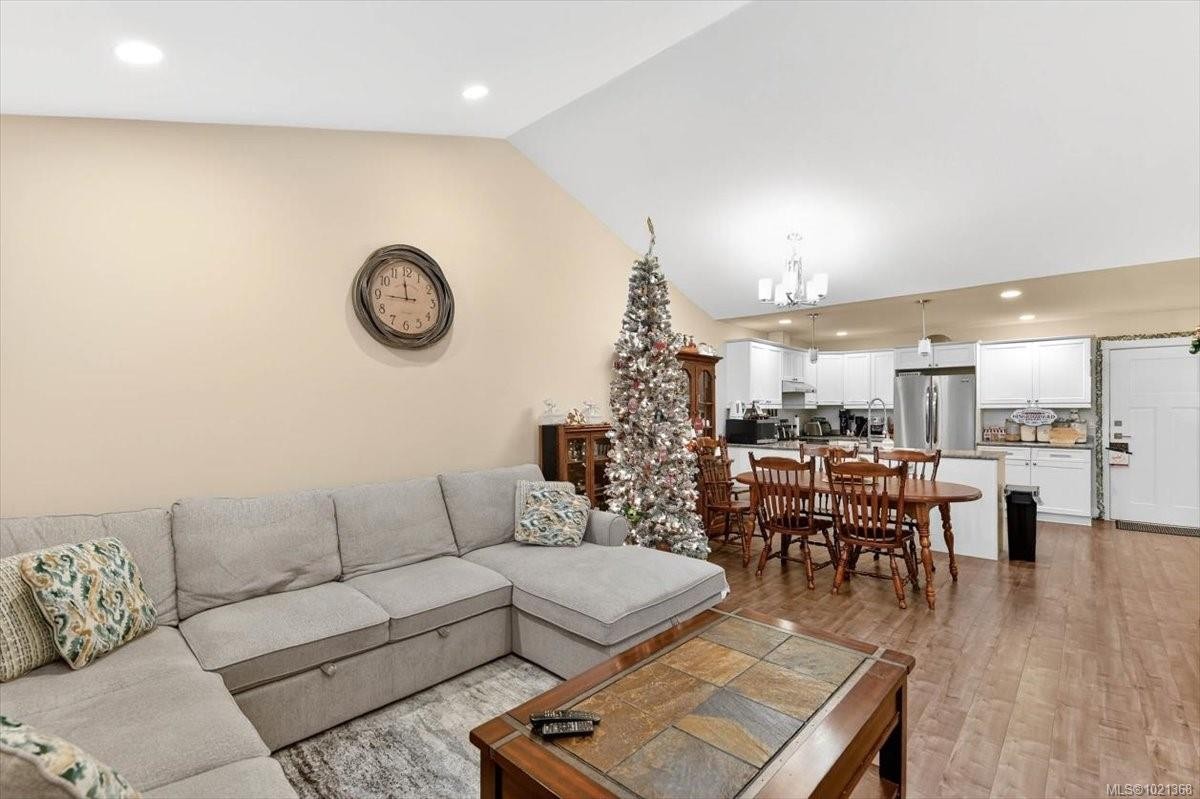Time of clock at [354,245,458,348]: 11:44
